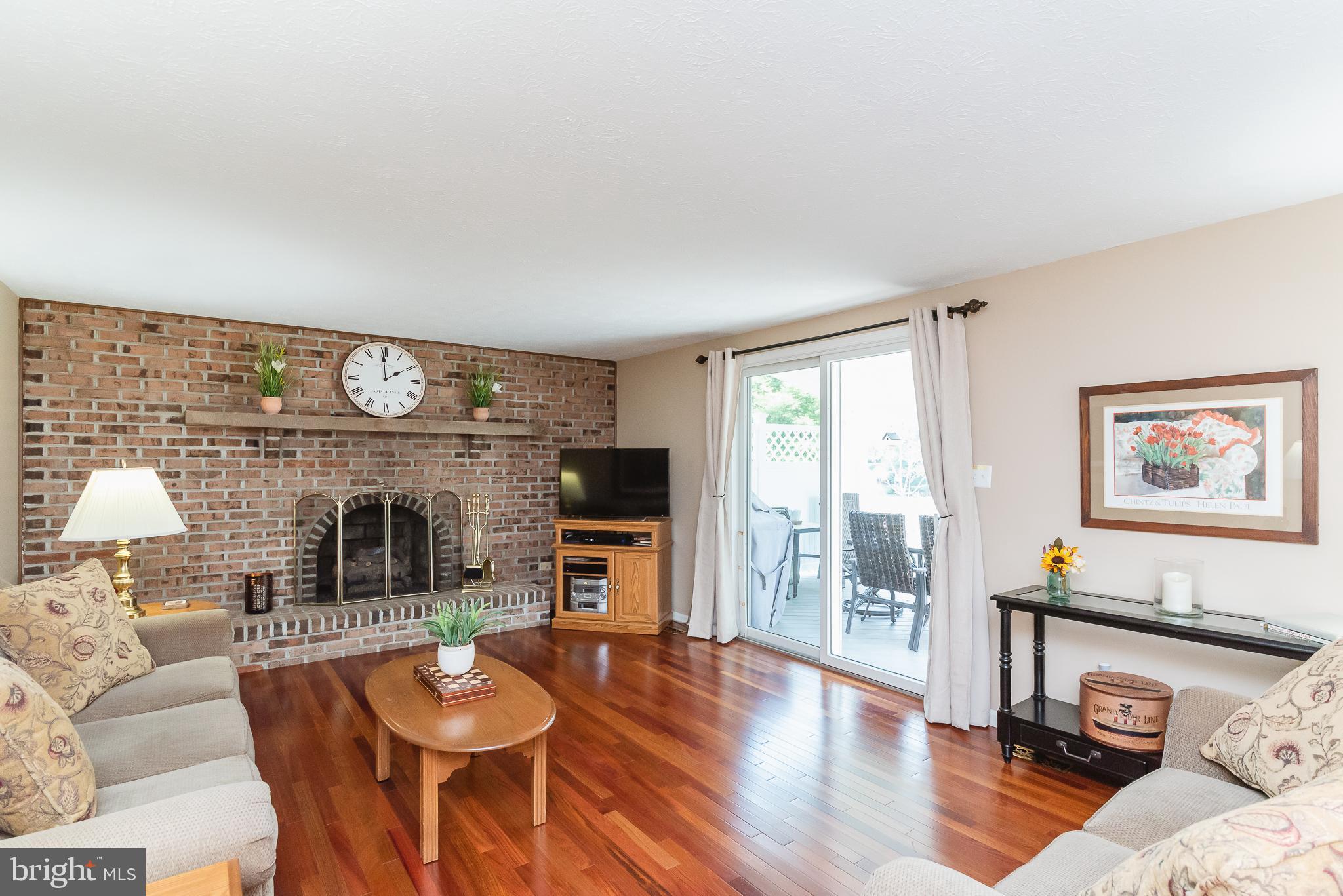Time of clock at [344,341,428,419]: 1:59
